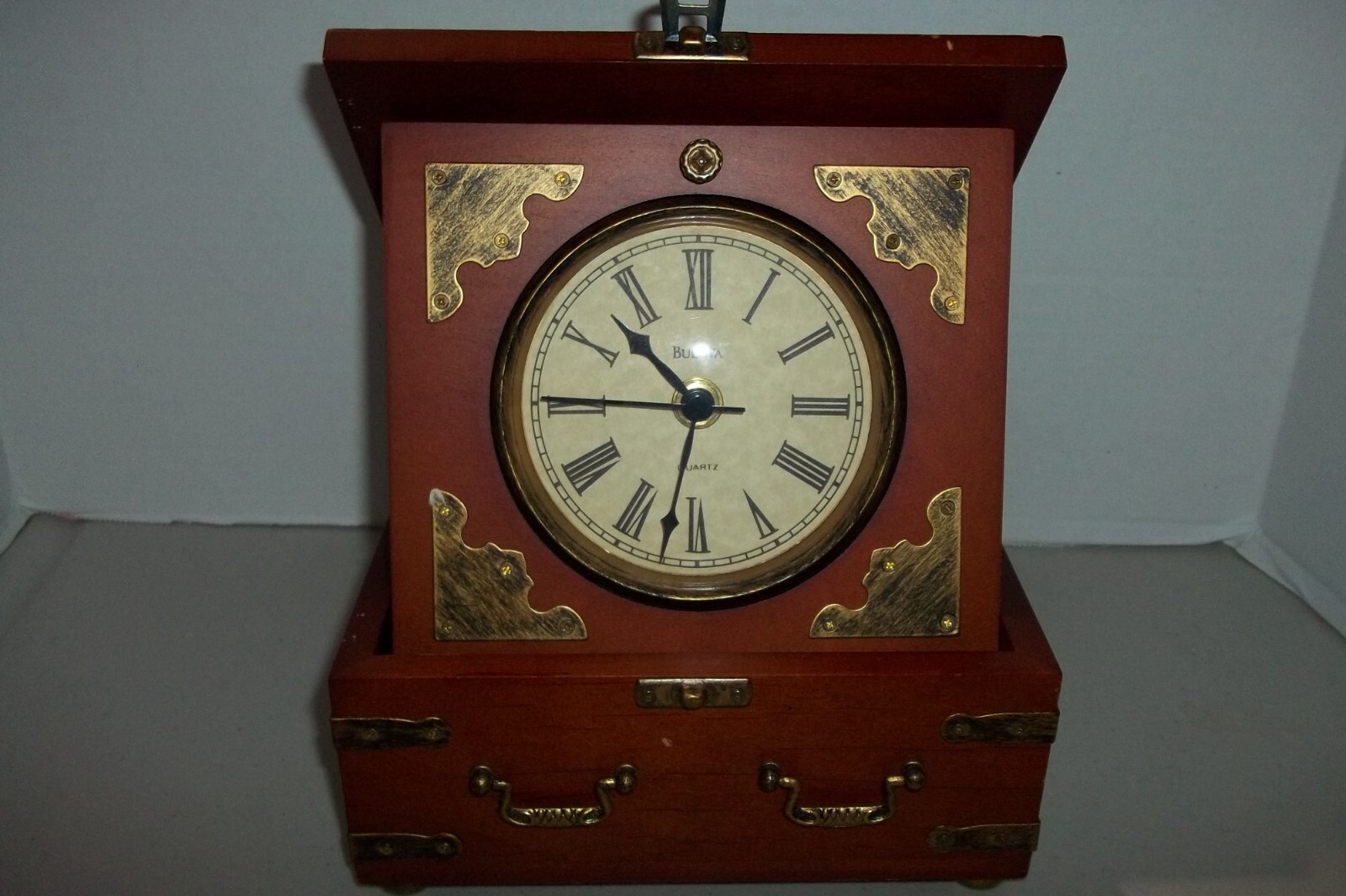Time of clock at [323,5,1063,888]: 10:45
